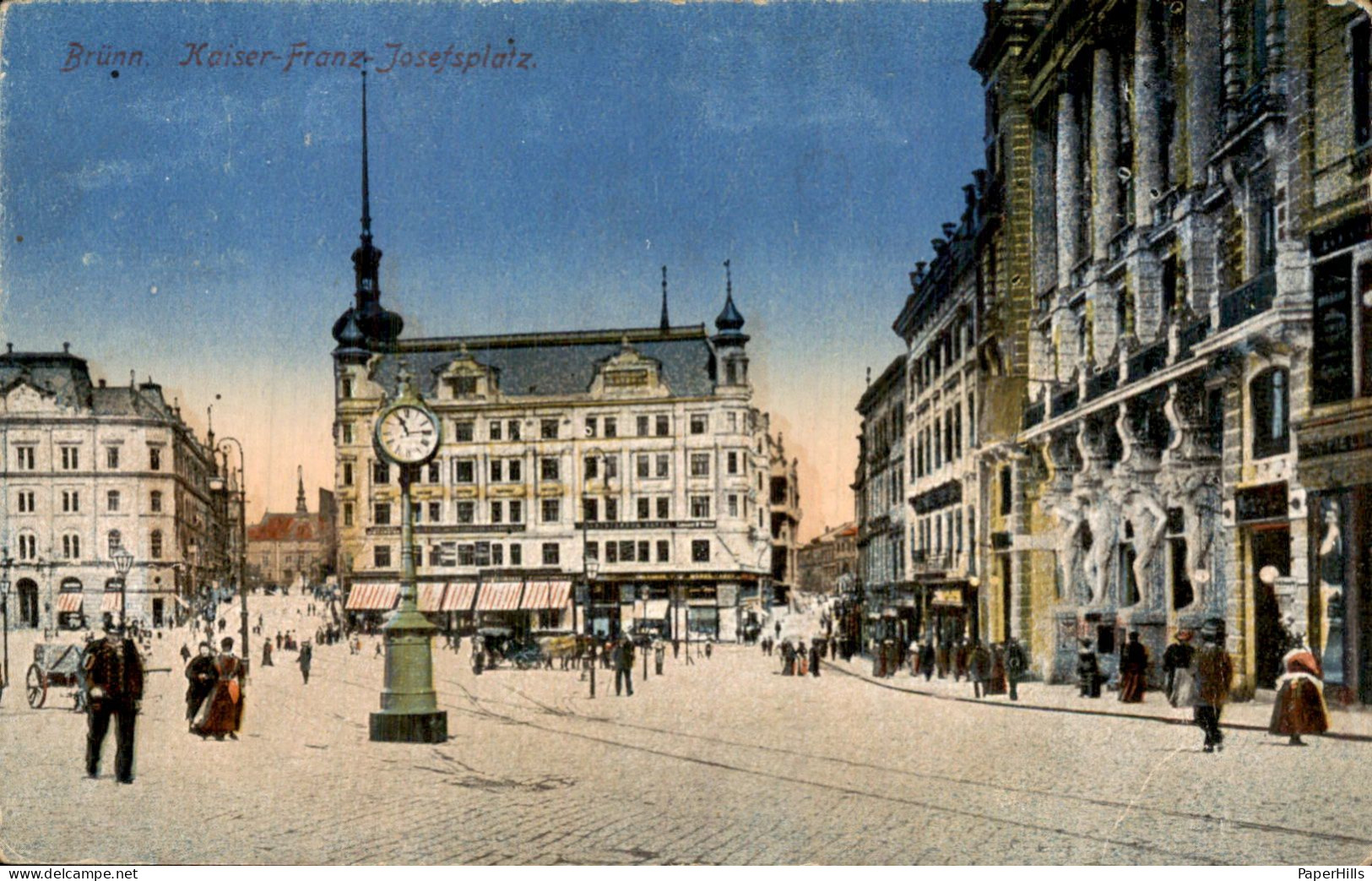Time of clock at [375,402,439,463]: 11:13
